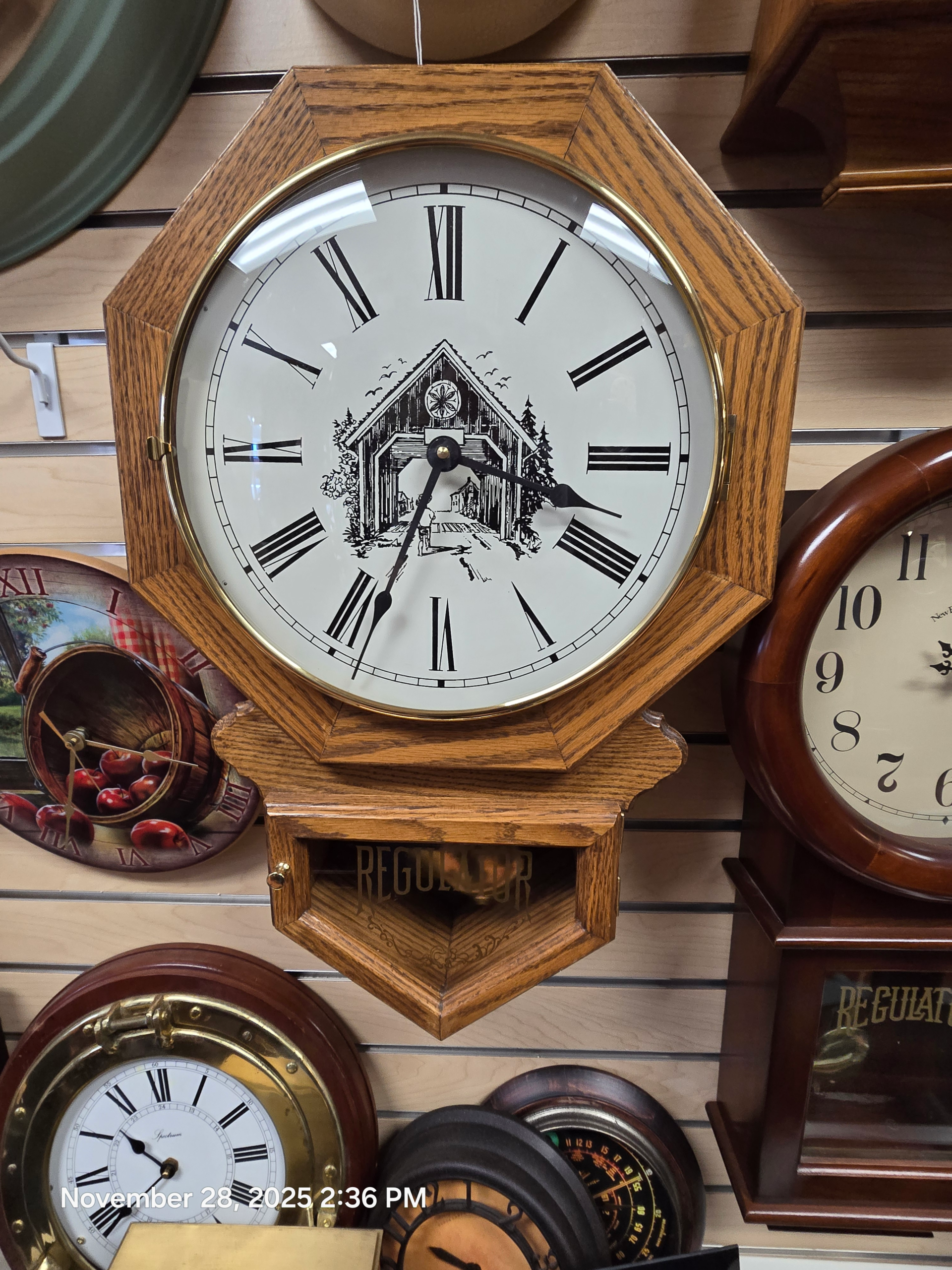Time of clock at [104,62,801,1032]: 3:33
